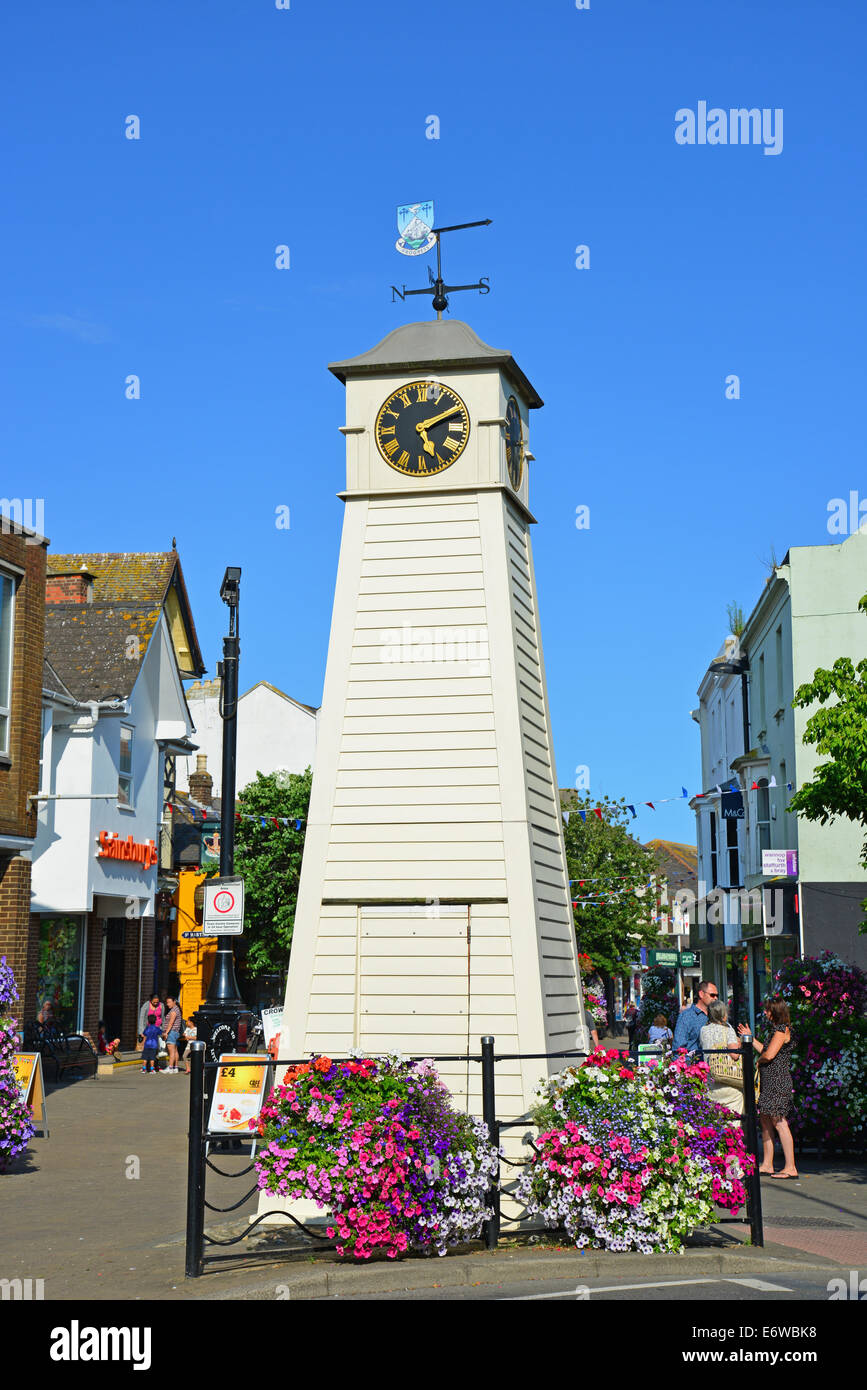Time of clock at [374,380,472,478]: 5:10
